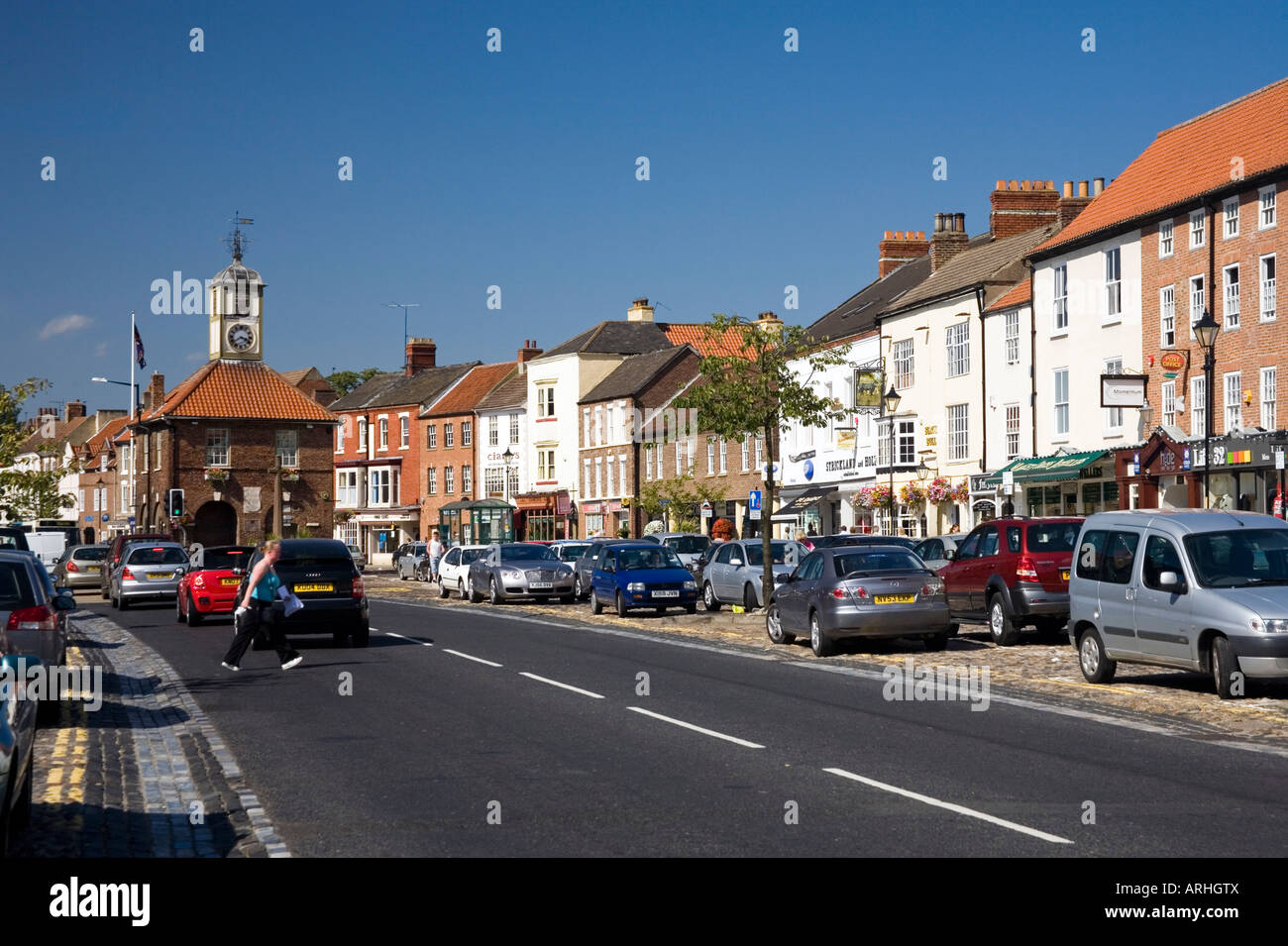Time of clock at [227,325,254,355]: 3:40
